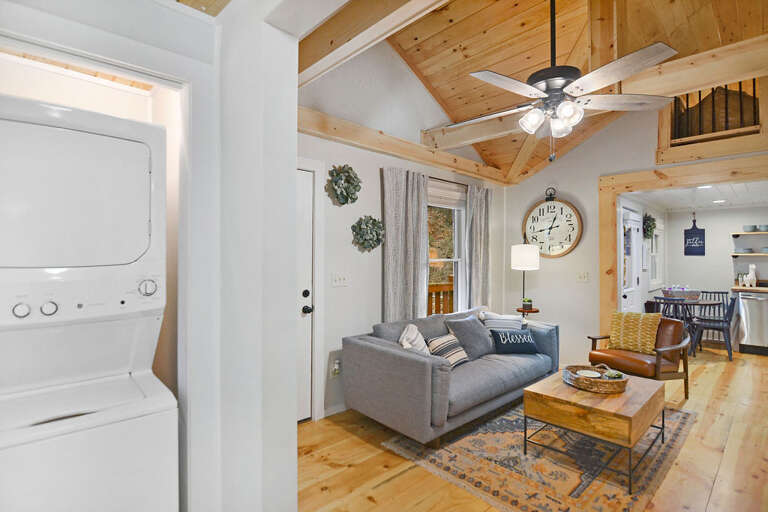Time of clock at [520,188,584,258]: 12:42
